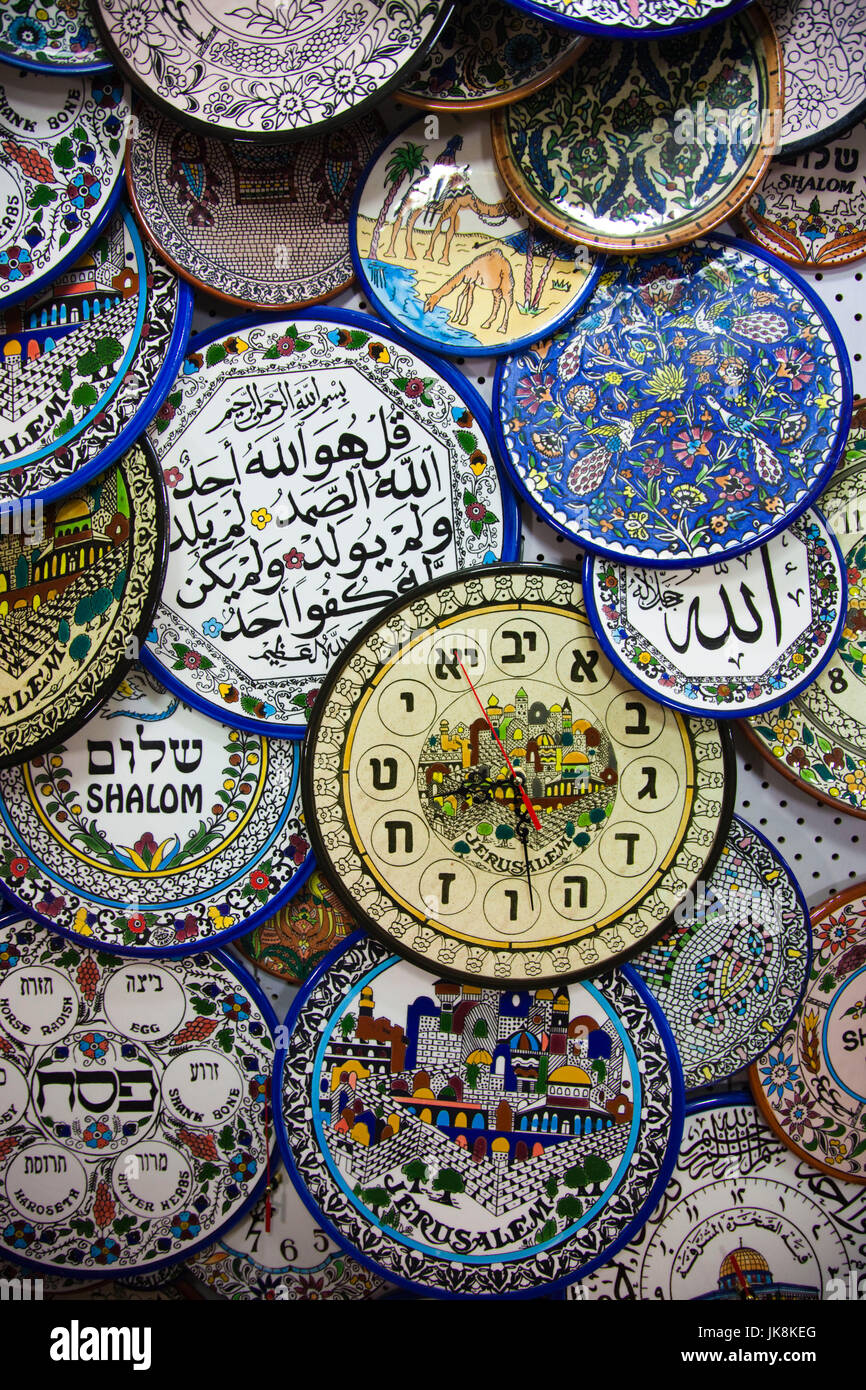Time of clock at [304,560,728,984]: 8:28
